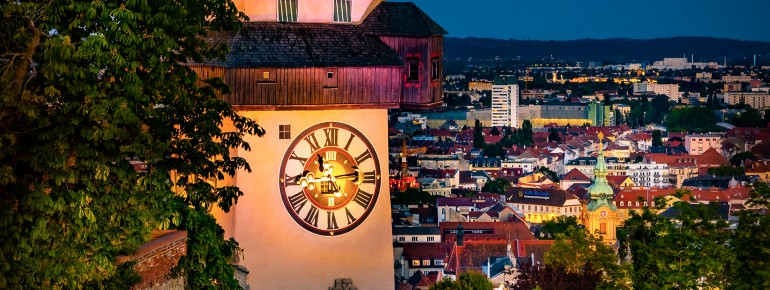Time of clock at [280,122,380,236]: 11:13
